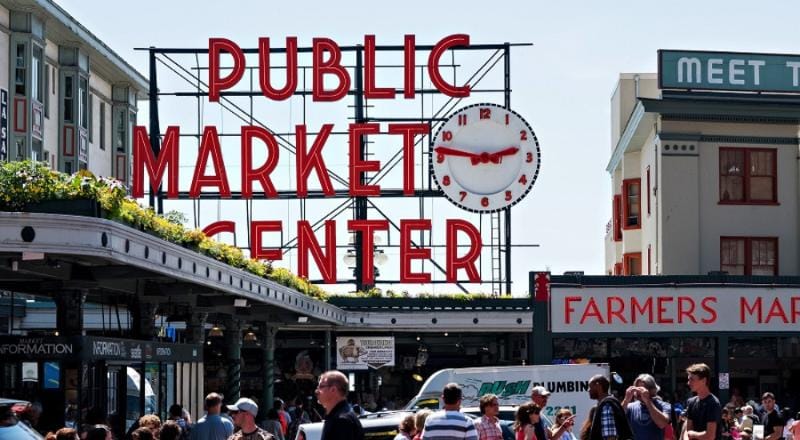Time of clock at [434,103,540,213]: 2:46
